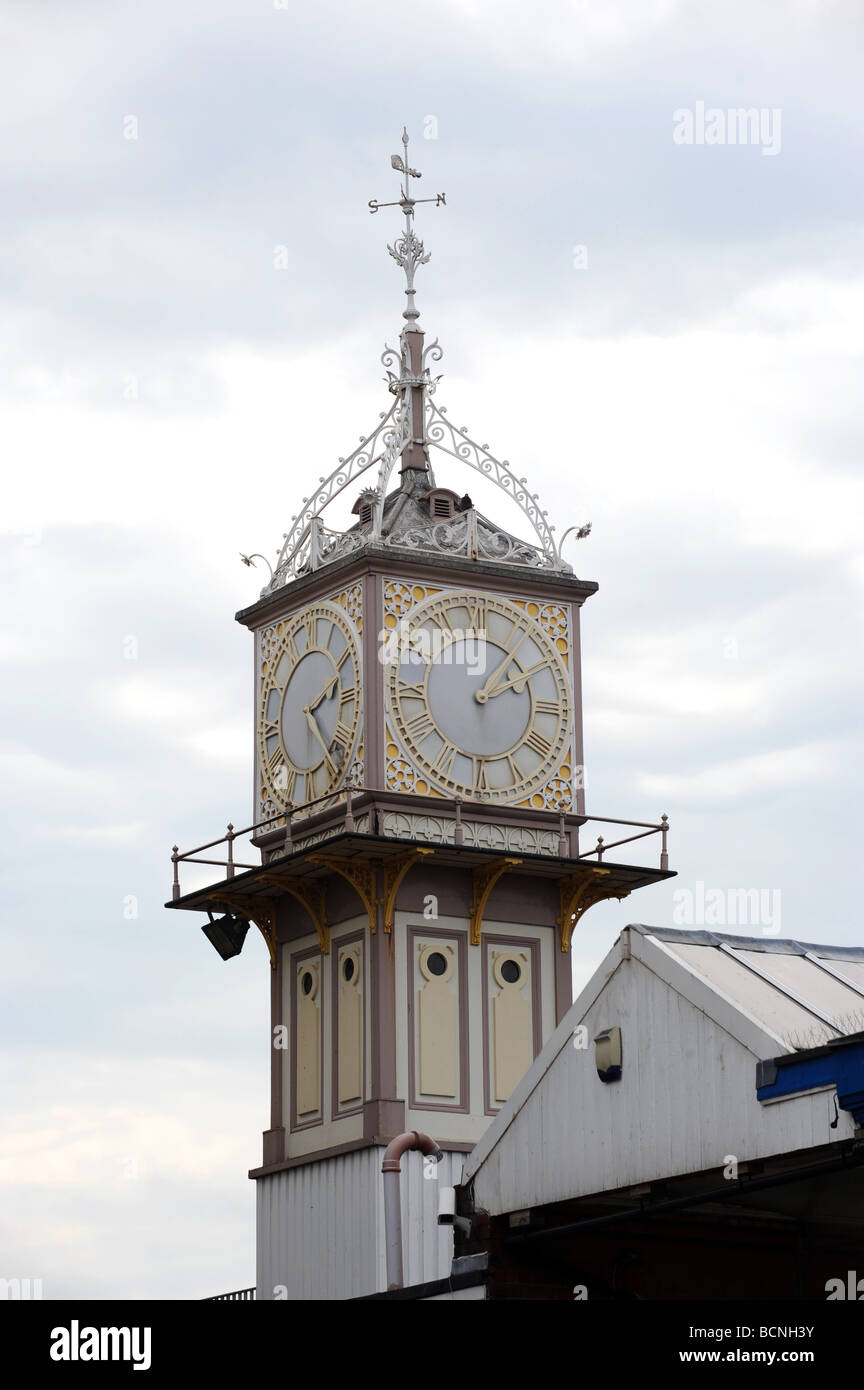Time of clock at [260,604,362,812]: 2:22
